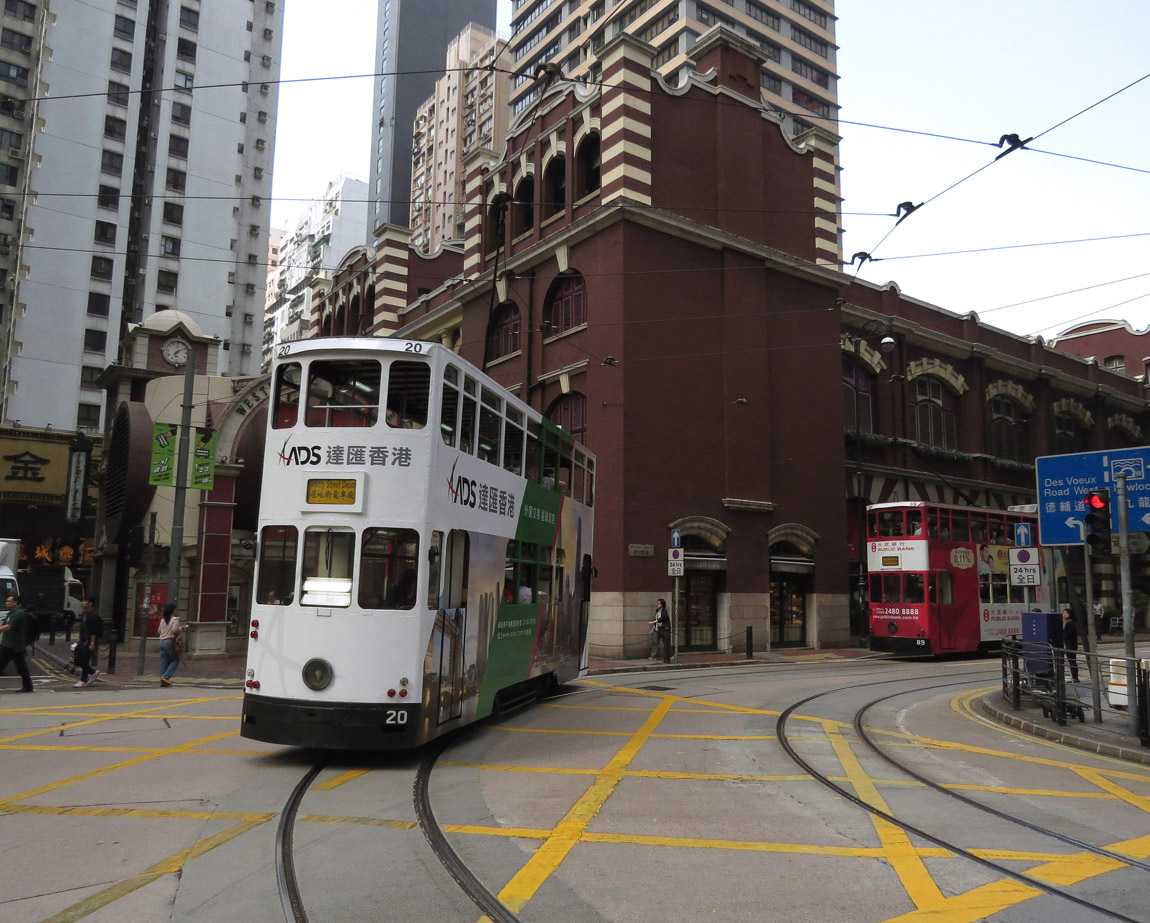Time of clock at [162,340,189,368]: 7:09
